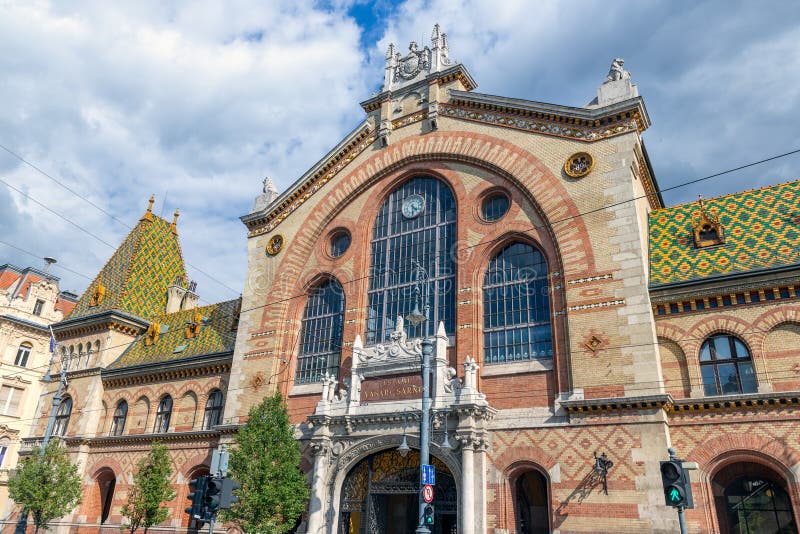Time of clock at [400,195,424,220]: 4:29
